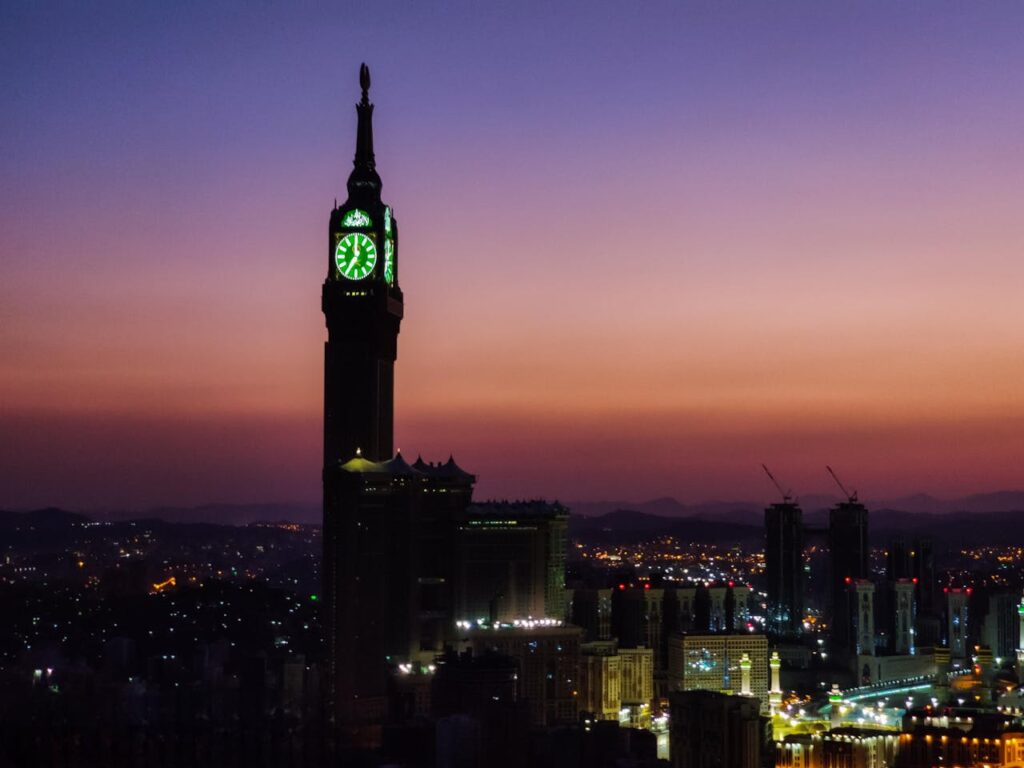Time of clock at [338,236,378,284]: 11:35
